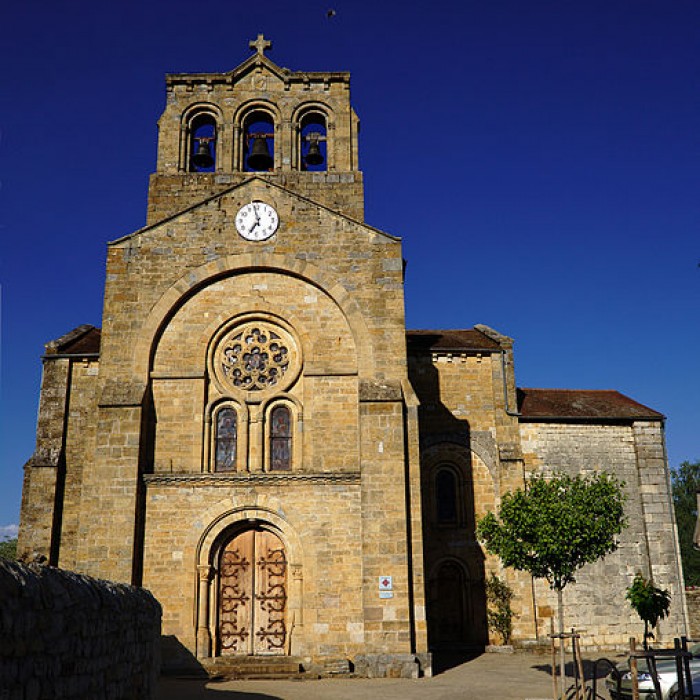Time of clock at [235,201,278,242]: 6:58
